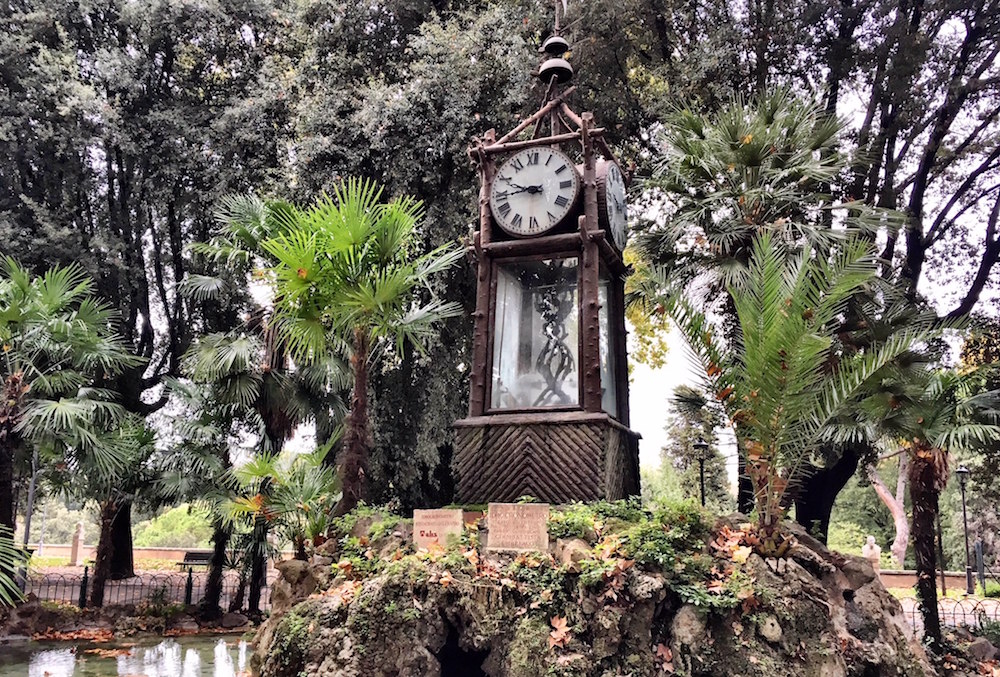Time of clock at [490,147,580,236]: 9:44
